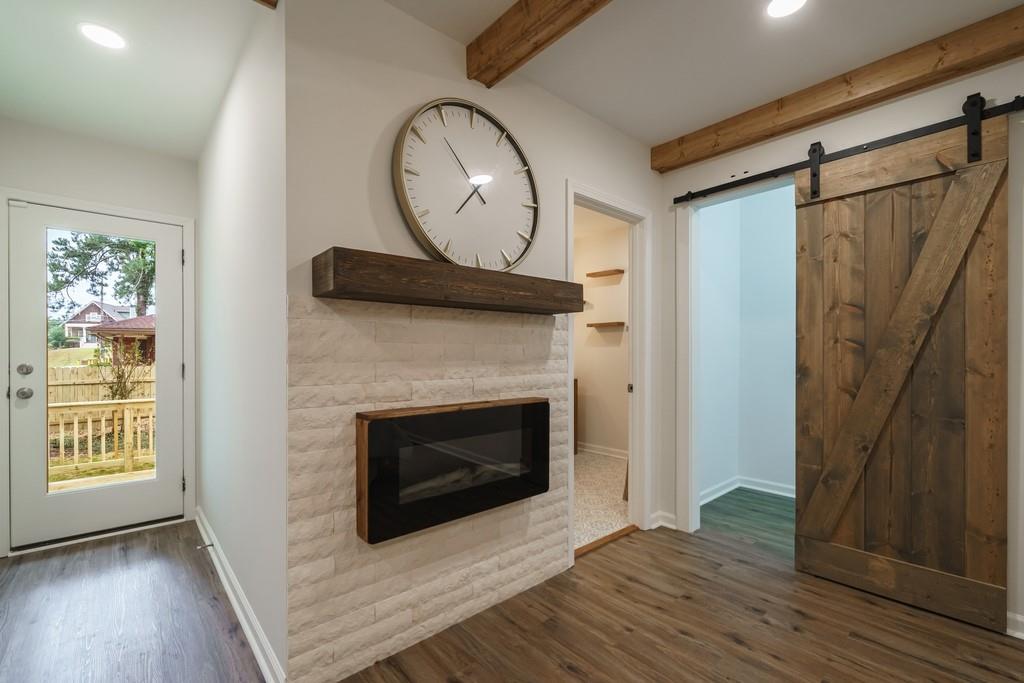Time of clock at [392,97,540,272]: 10:36
